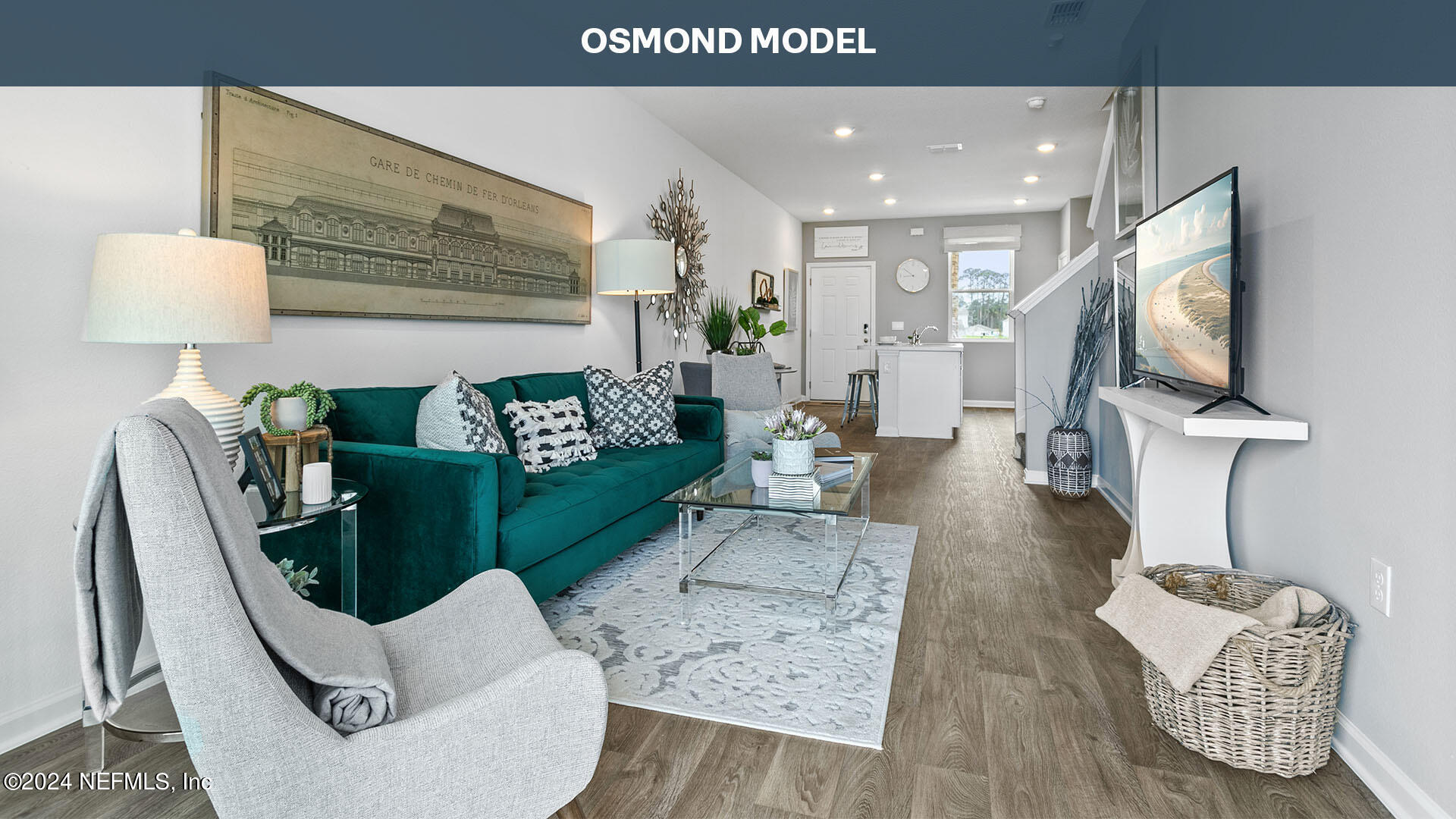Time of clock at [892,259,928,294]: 8:50
